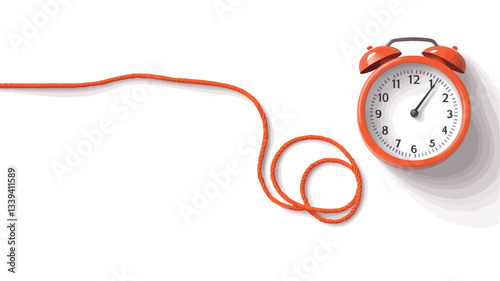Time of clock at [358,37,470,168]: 1:06
